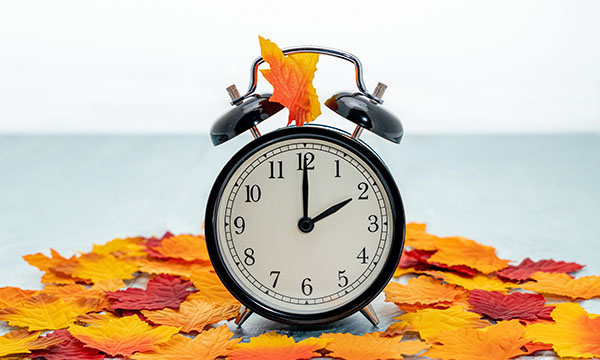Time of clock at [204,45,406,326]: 2:00
